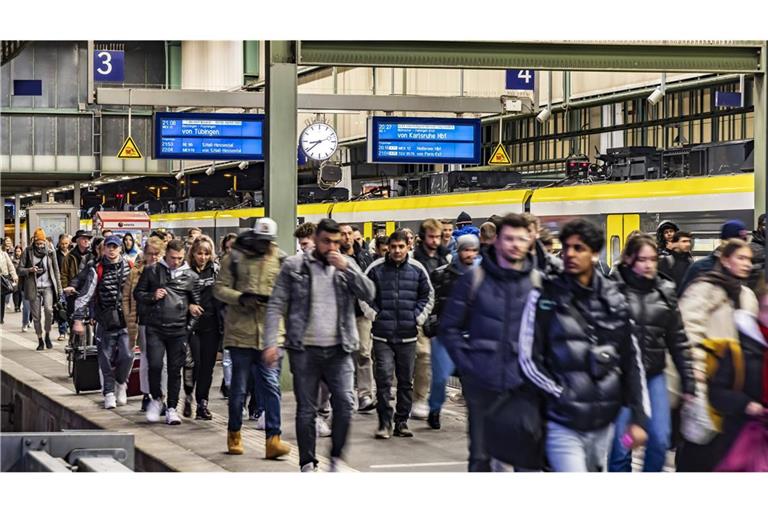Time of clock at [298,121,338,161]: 8:38
